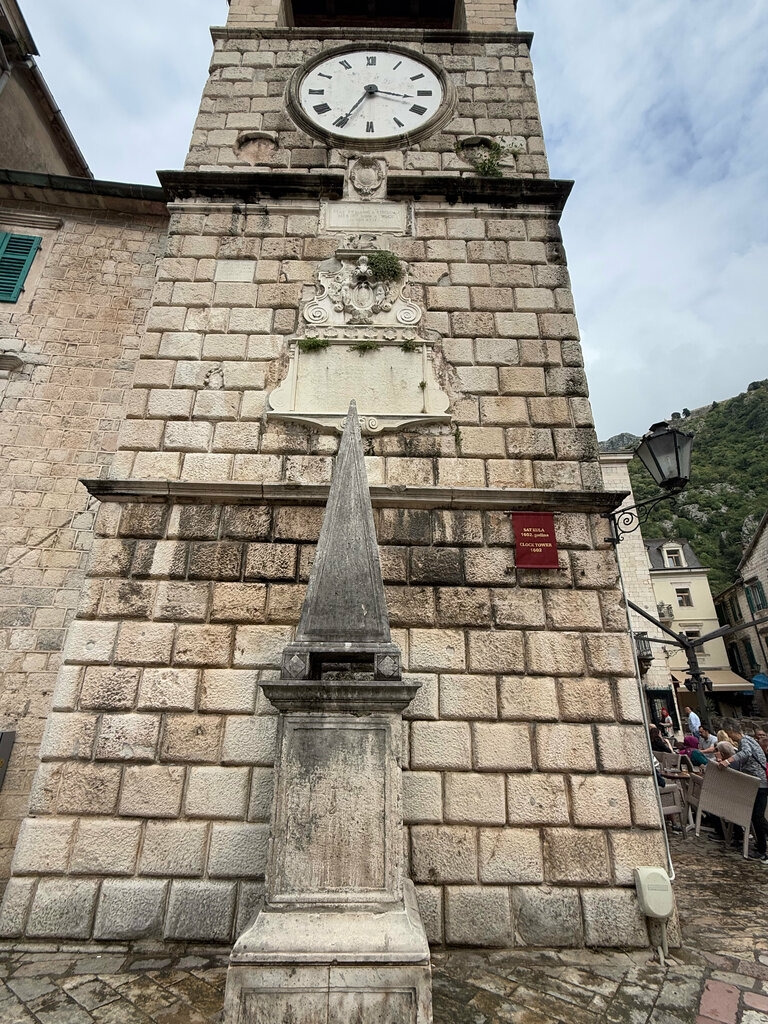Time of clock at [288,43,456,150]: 3:34
